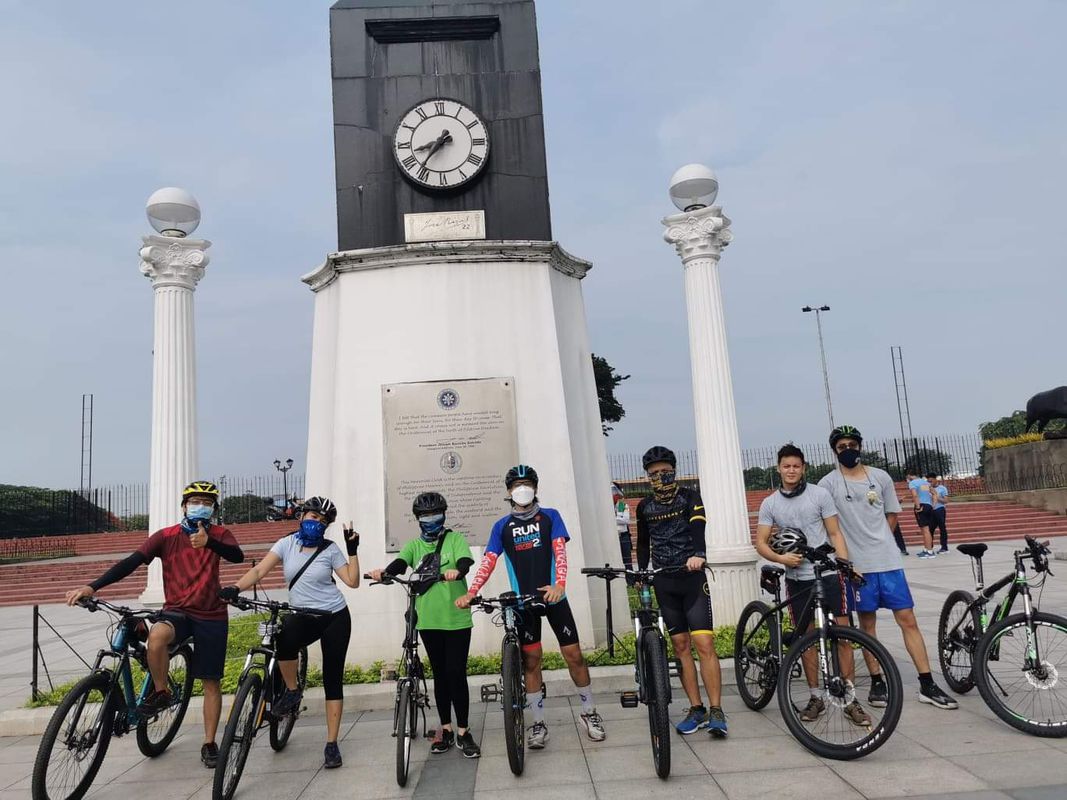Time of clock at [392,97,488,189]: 8:36
